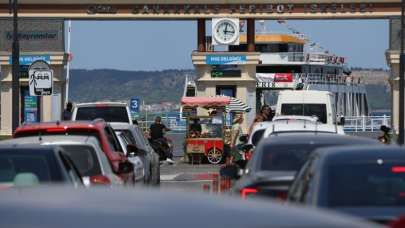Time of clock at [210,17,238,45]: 3:01
